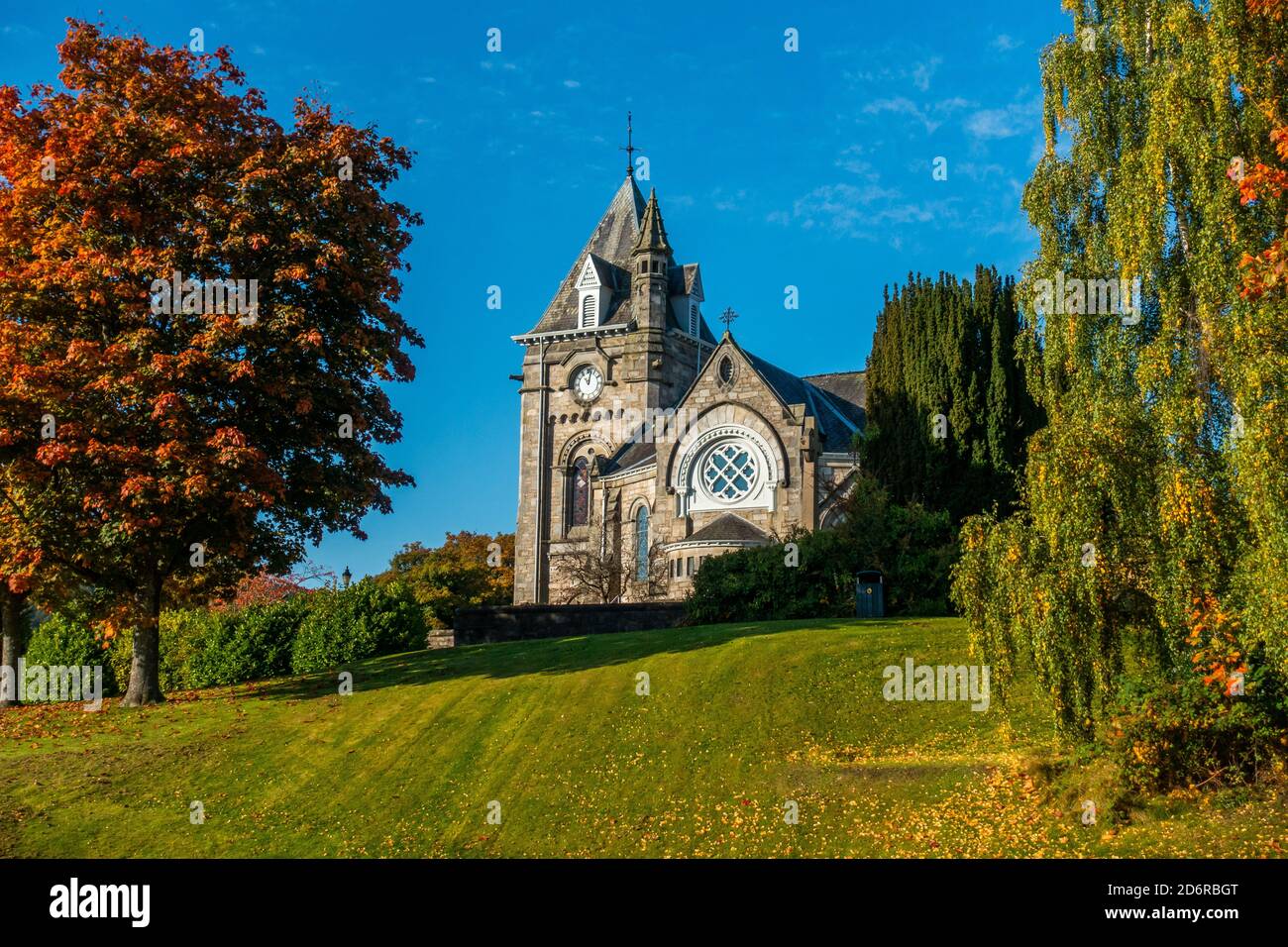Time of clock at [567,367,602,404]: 11:02
